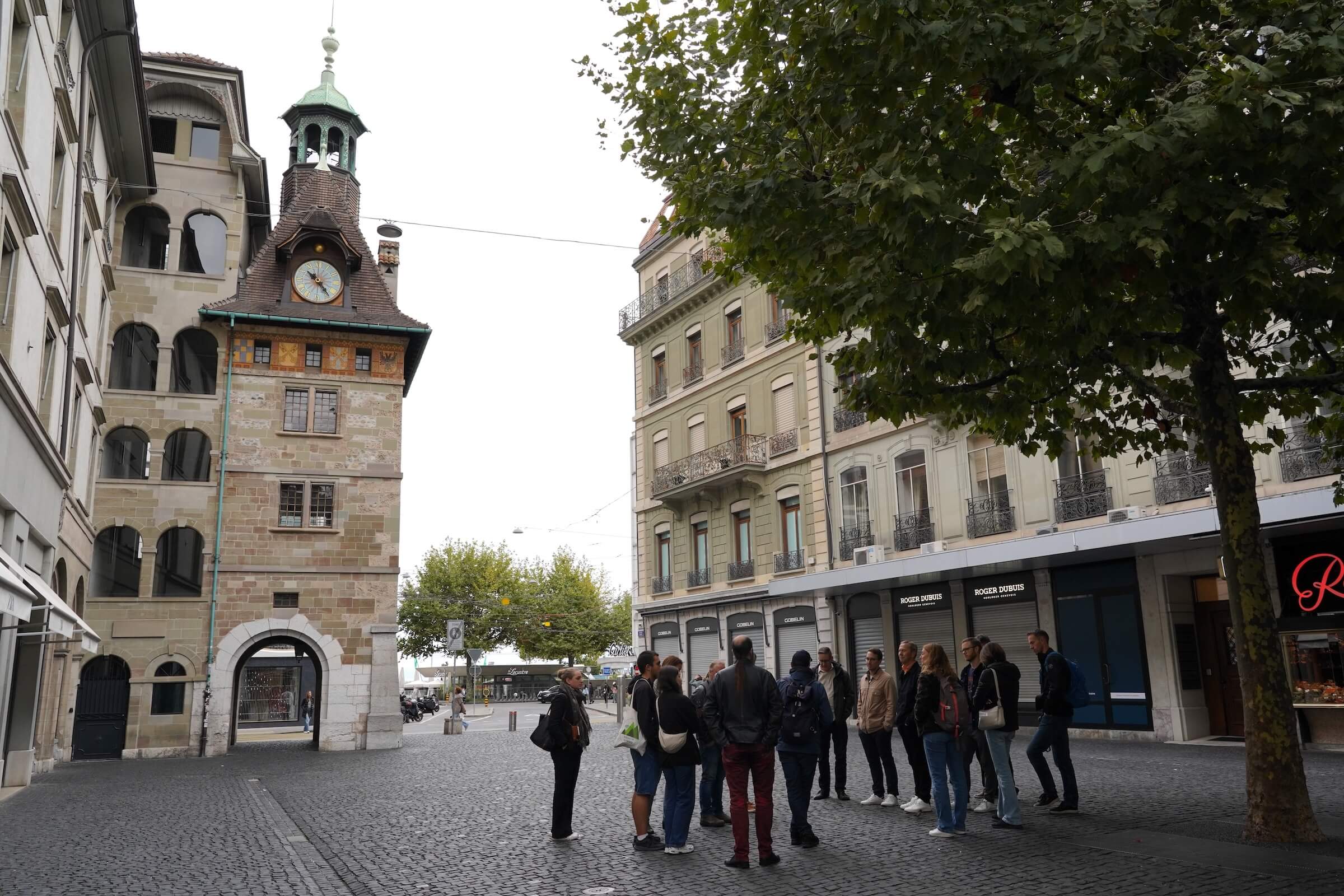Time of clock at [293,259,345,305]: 10:23
